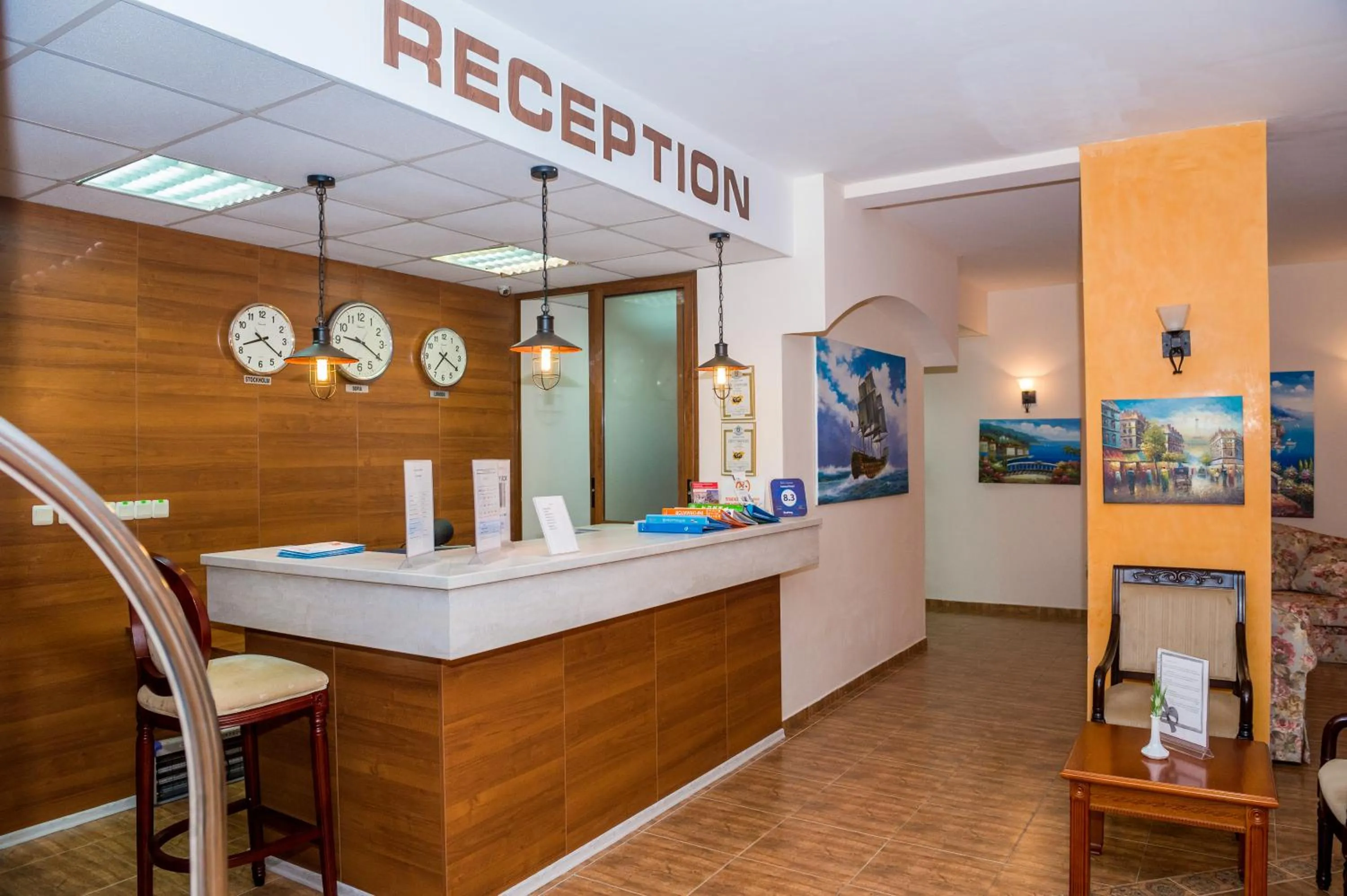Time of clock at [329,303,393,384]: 9:20
